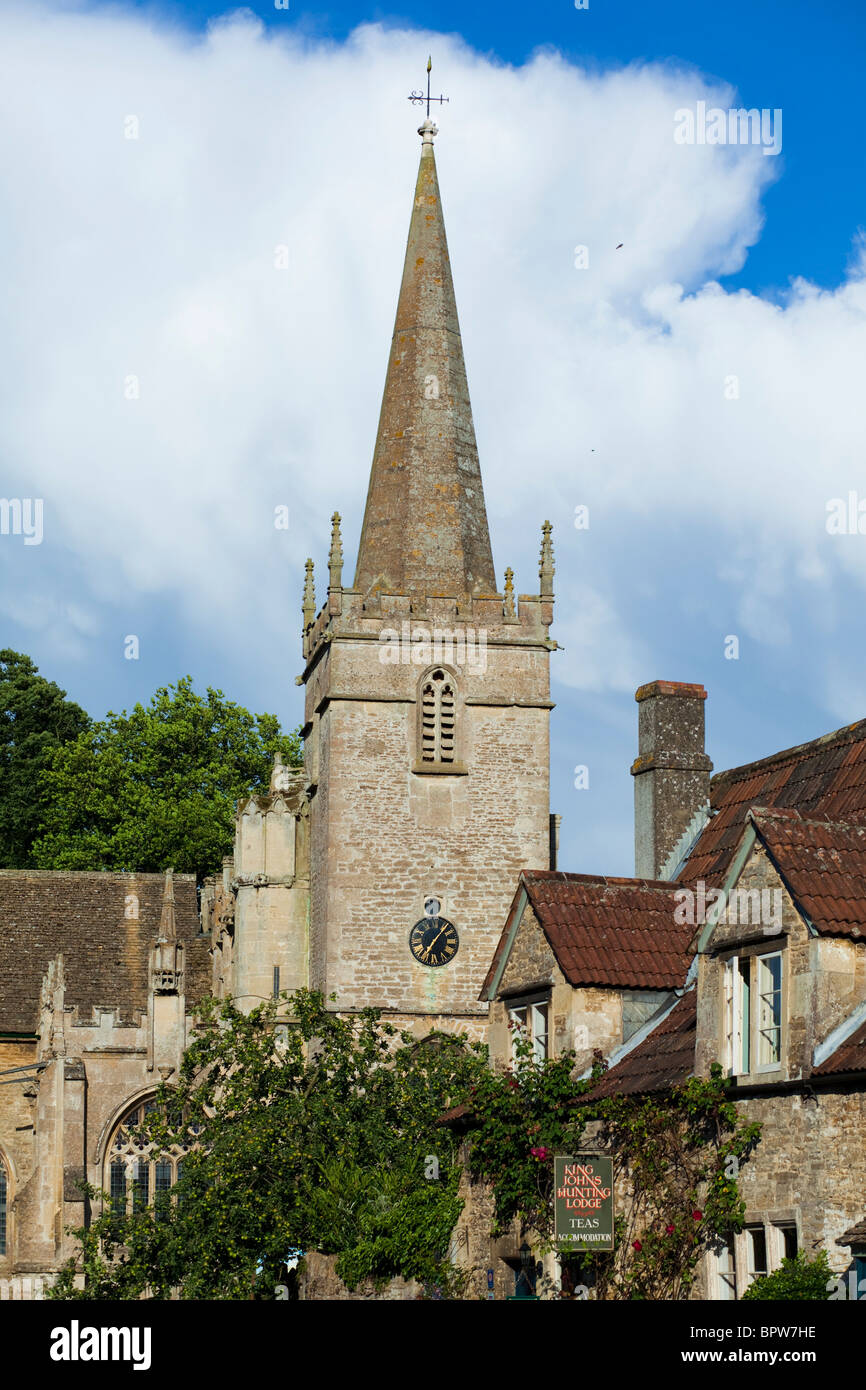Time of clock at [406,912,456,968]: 7:07
